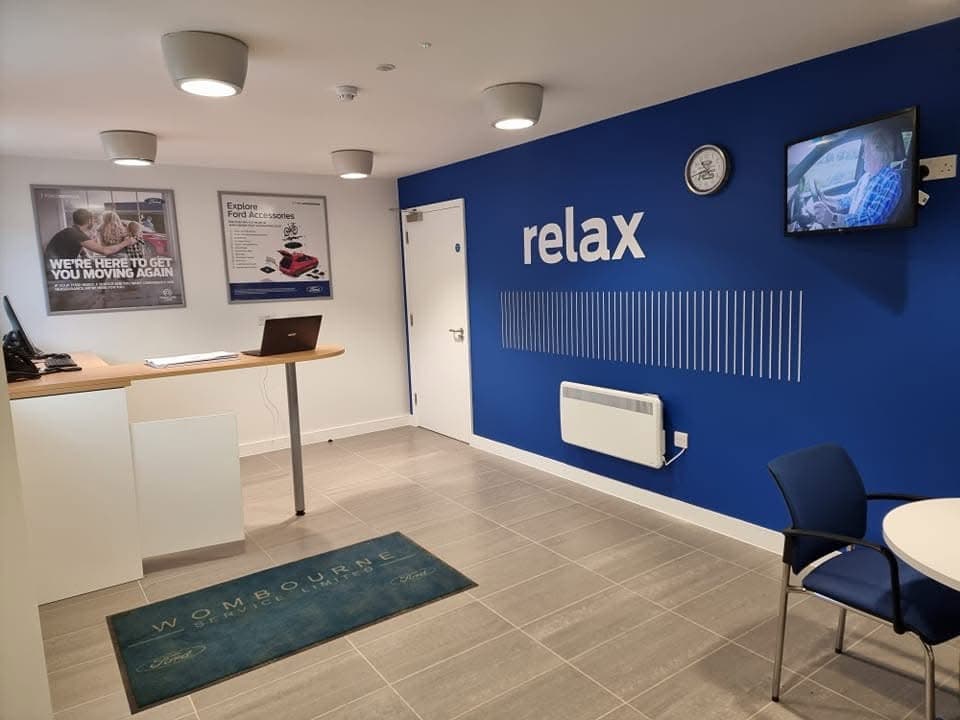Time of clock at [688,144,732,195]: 10:42
